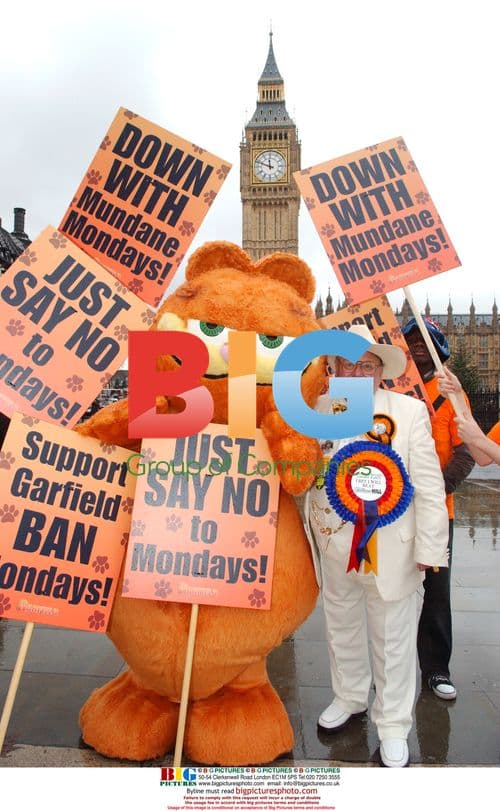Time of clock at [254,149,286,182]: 11:48
